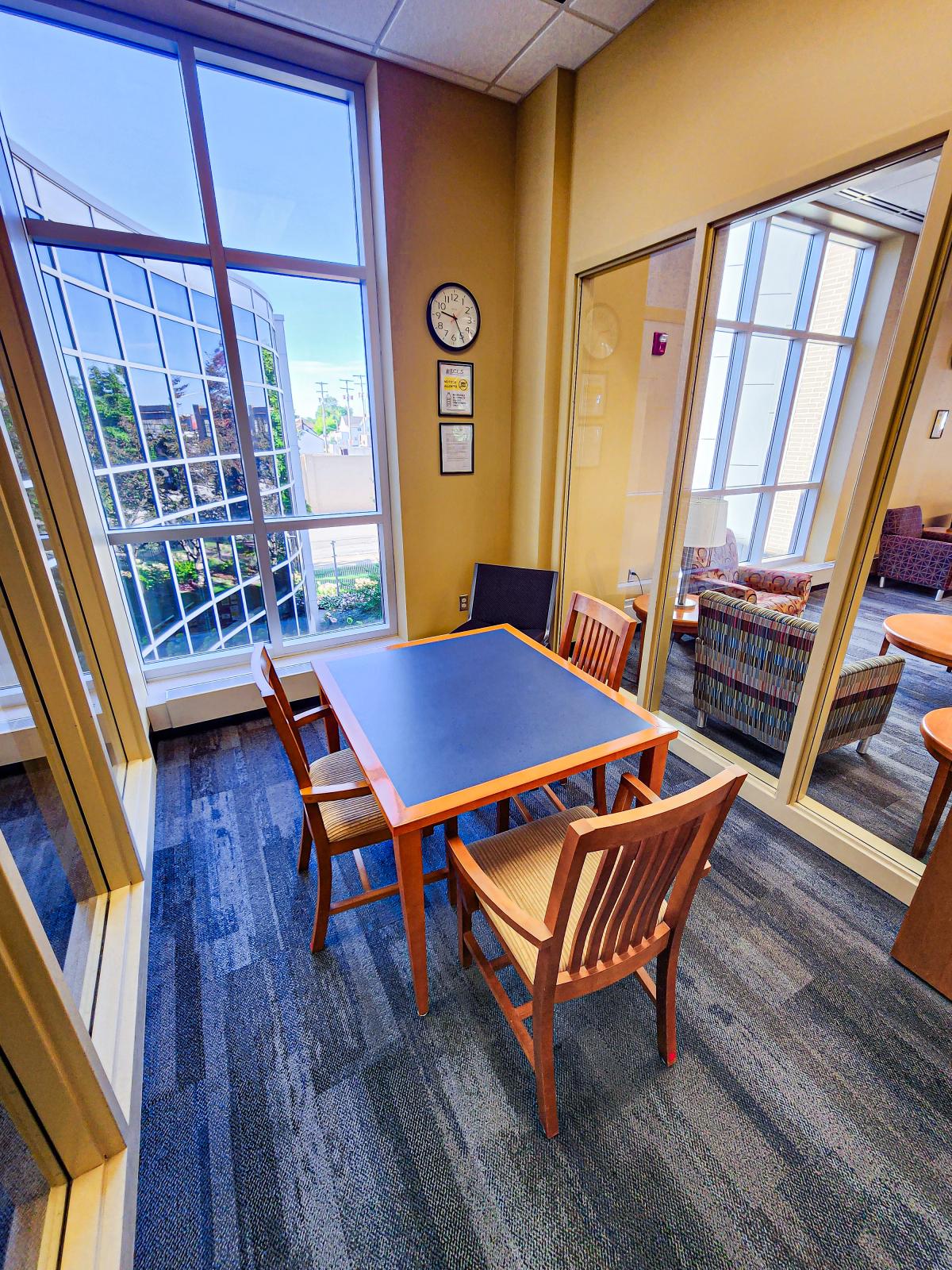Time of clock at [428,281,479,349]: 9:24
